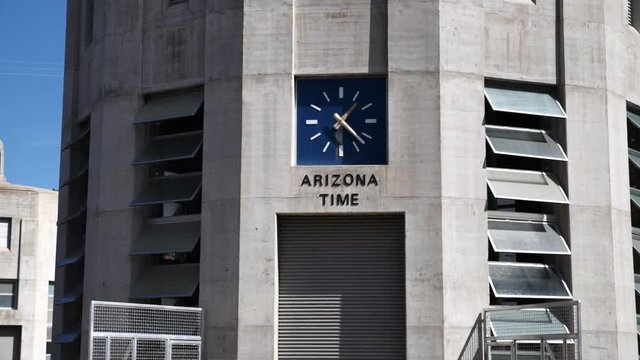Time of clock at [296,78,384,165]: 1:22
